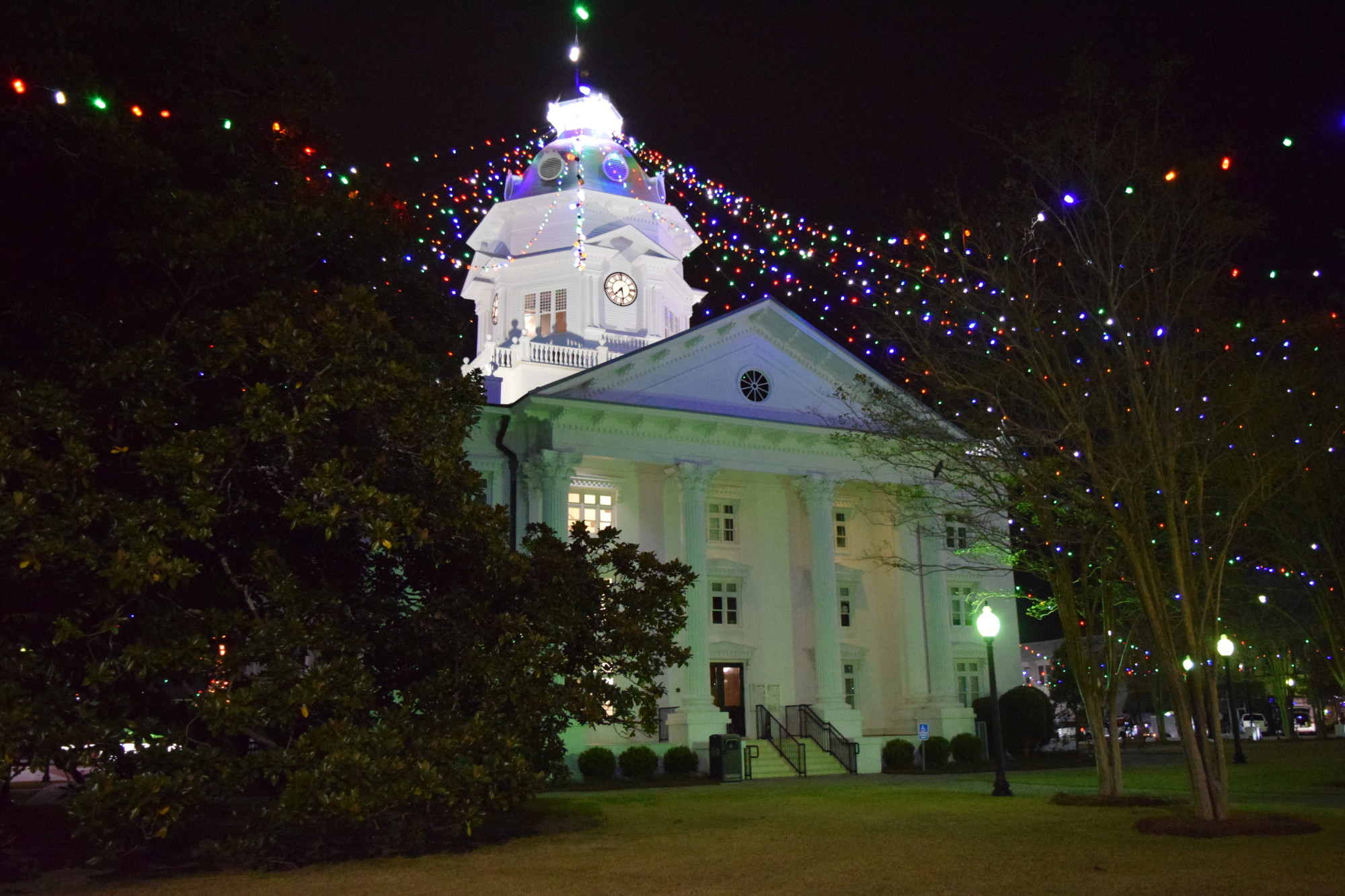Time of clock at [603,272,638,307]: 7:28
